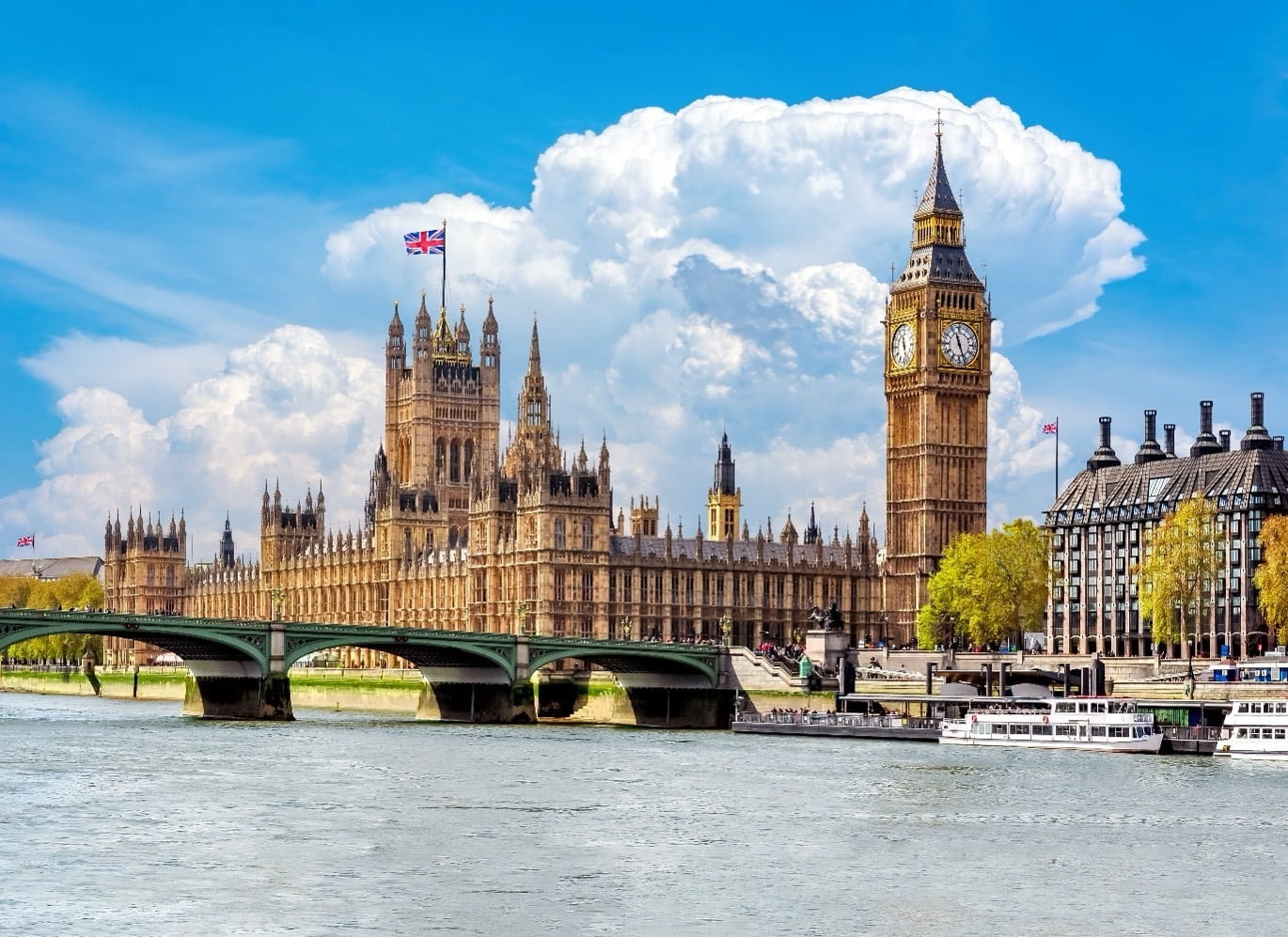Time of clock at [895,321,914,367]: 11:28
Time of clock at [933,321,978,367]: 11:26
